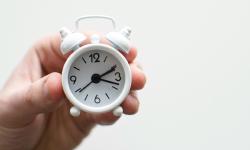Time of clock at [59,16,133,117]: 2:18
